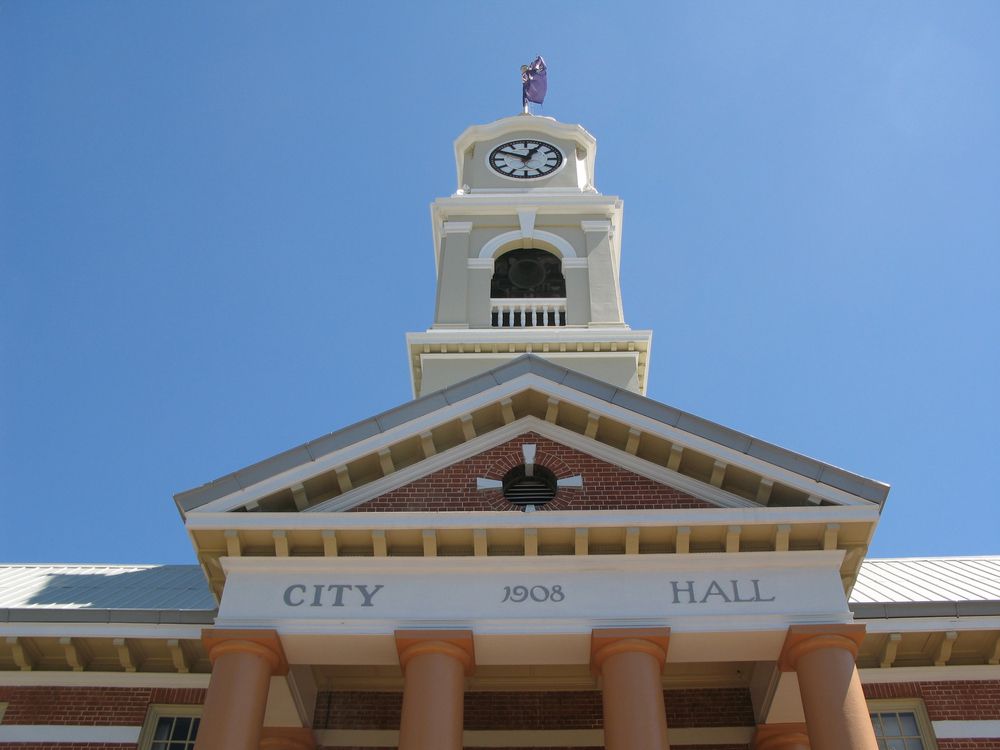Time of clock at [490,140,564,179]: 12:49
